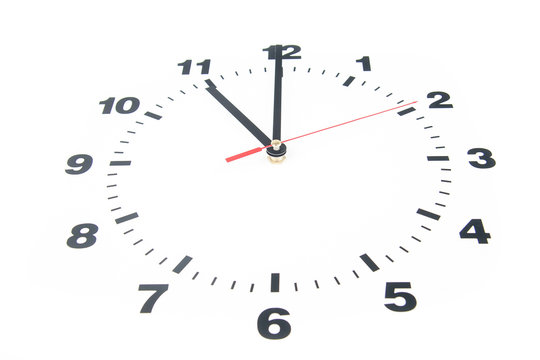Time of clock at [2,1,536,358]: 11:00
